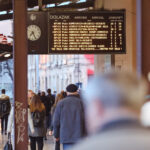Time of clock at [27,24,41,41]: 7:25
